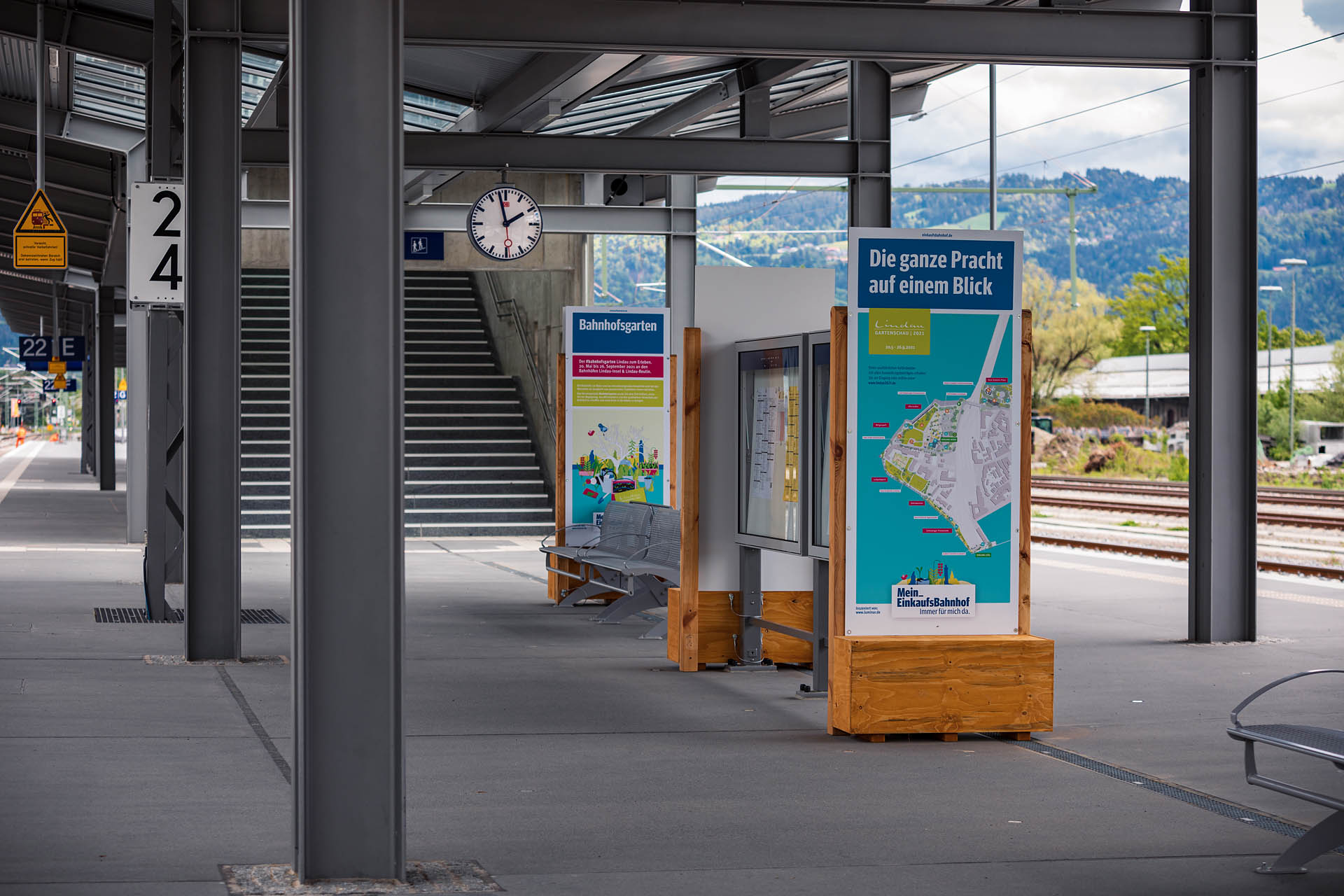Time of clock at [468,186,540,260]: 1:57
